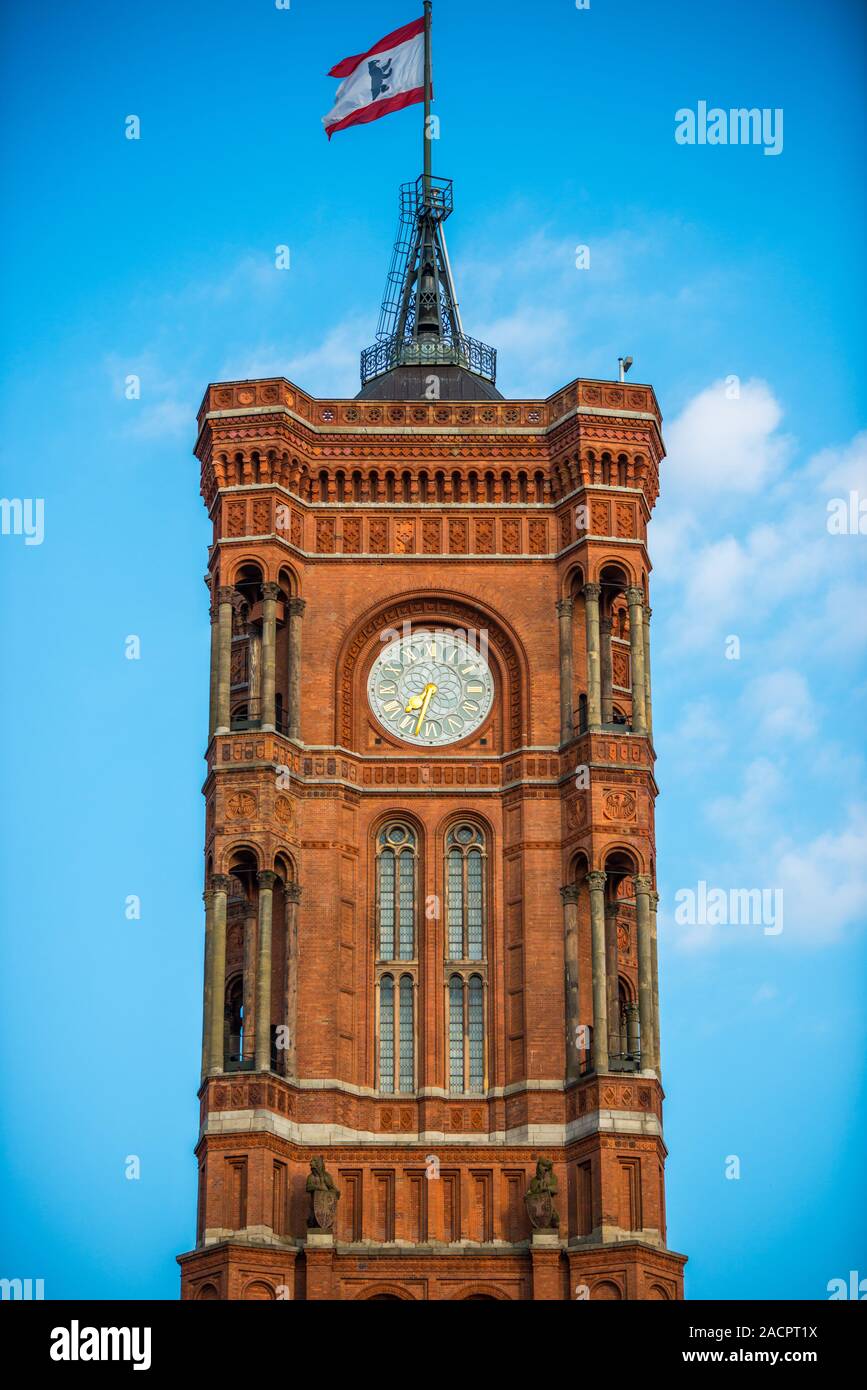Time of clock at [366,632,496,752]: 7:32
